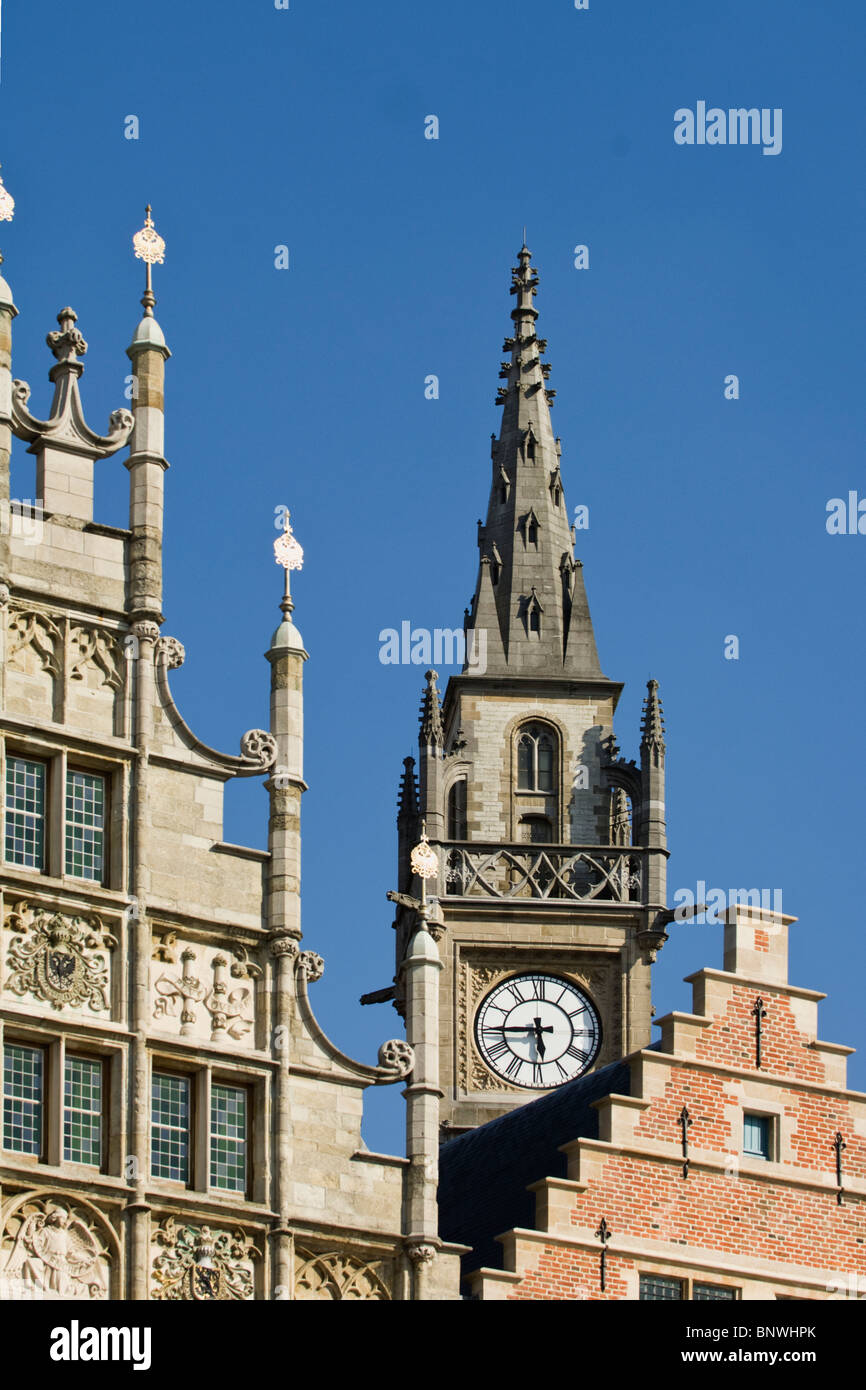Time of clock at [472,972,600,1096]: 5:44
